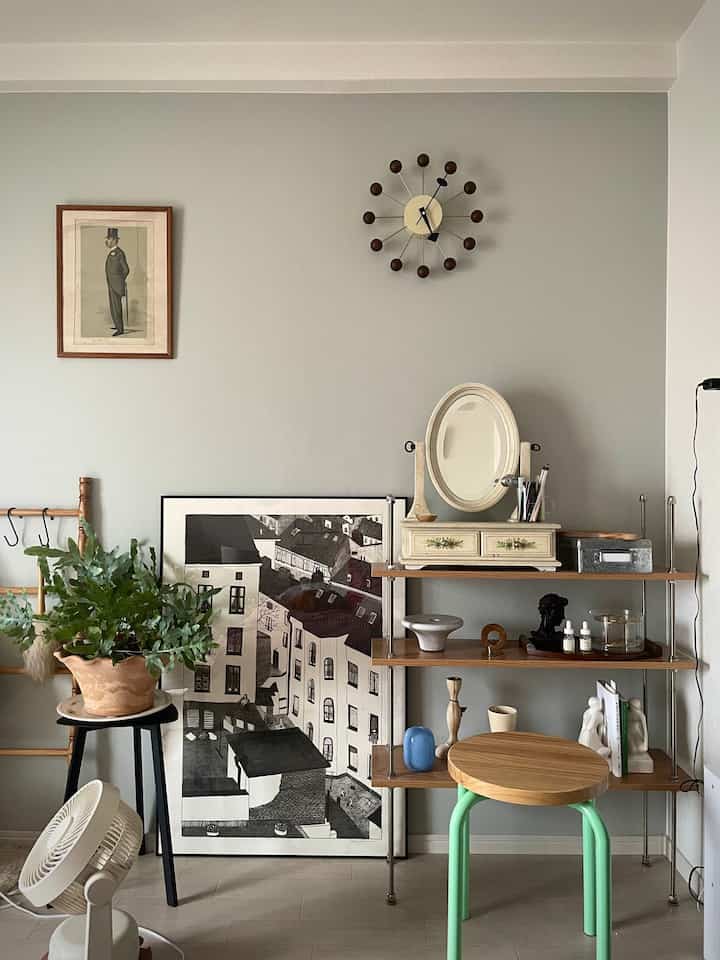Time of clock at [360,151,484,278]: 5:05
